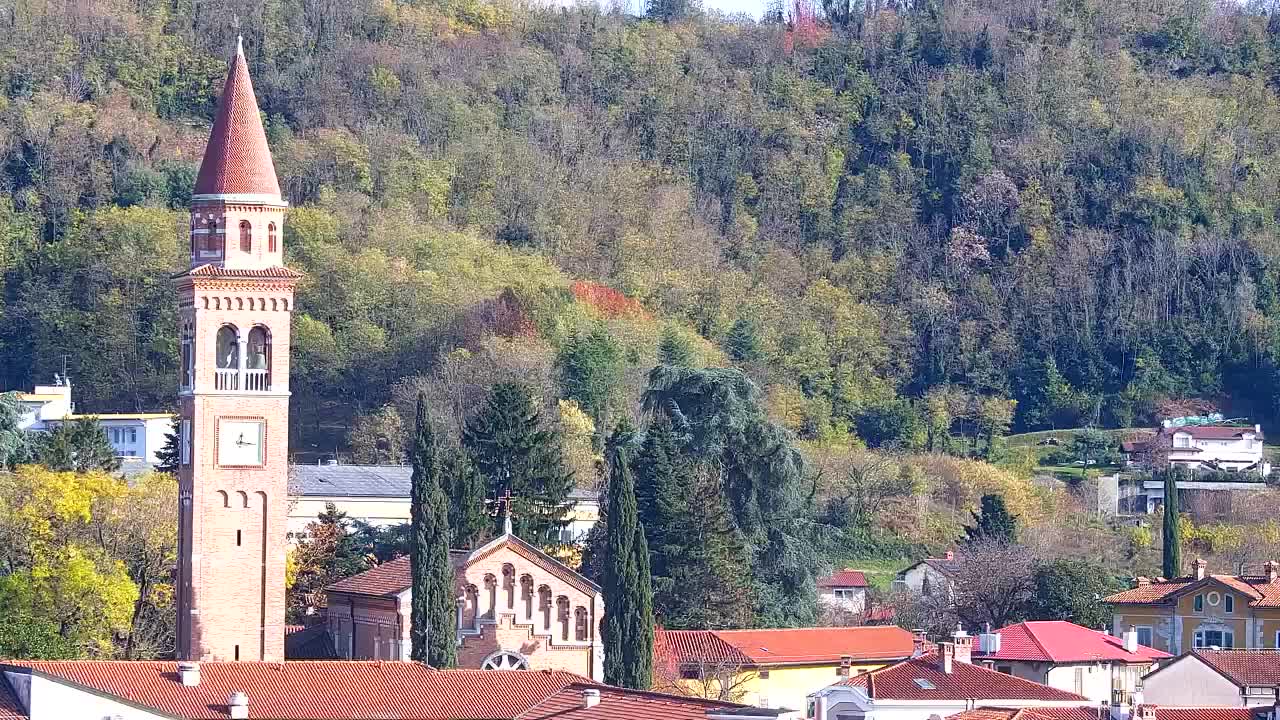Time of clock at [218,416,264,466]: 12:16
